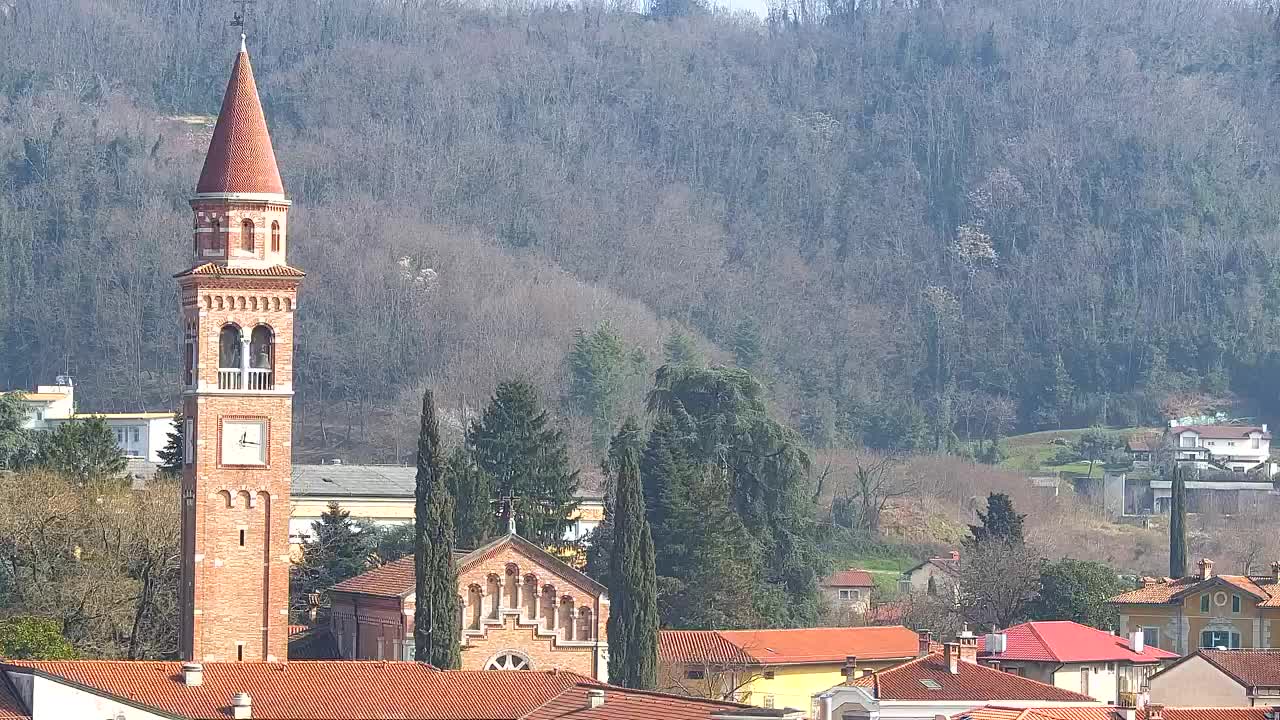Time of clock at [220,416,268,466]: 12:16
